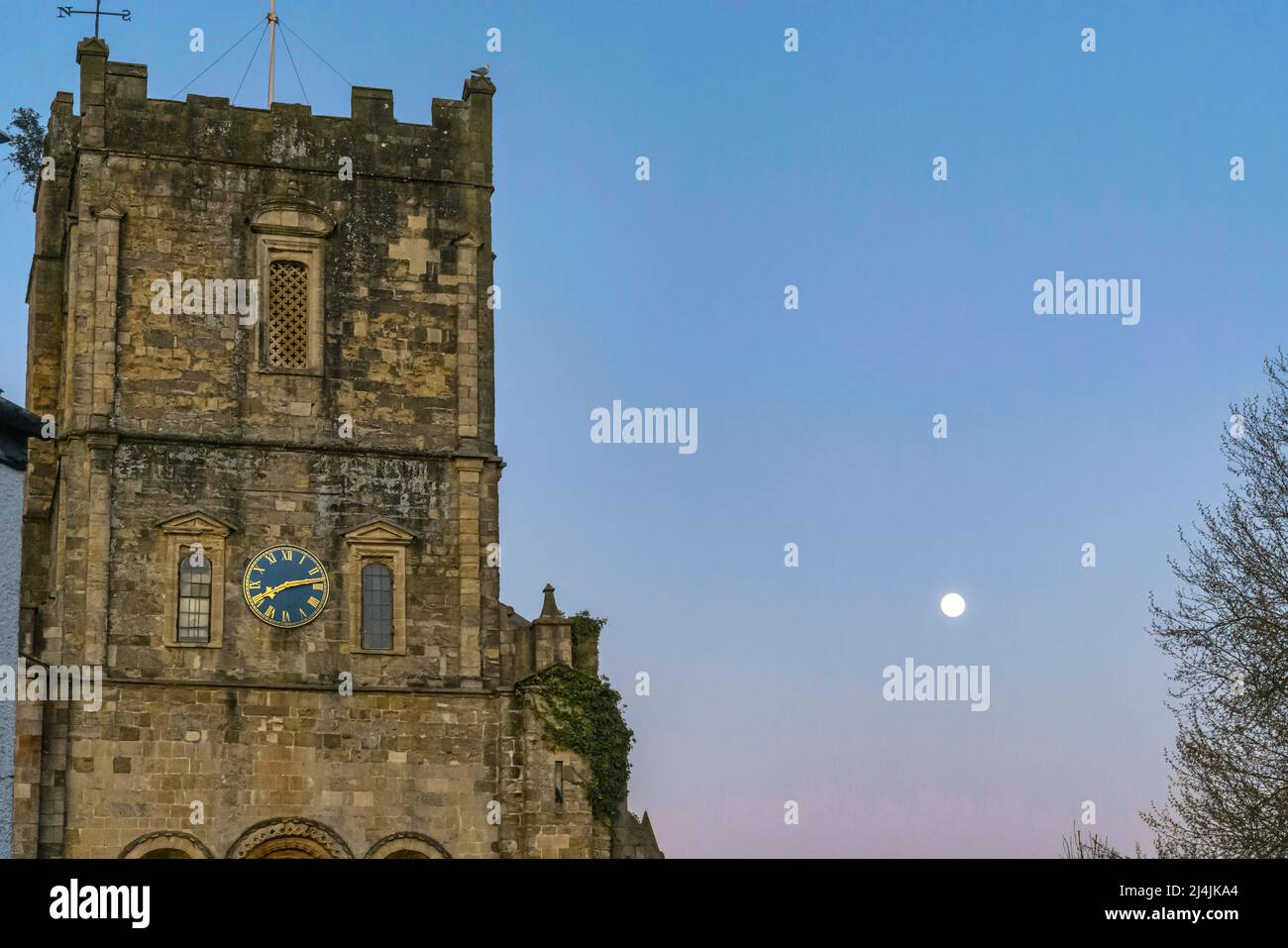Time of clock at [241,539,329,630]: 8:13
